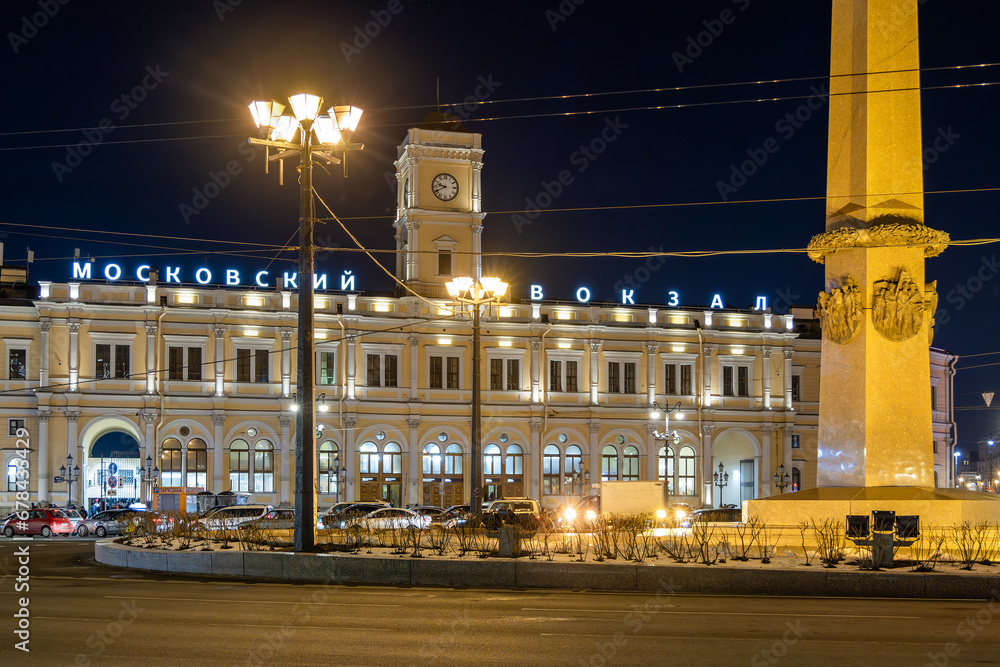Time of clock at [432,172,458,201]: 9:40
